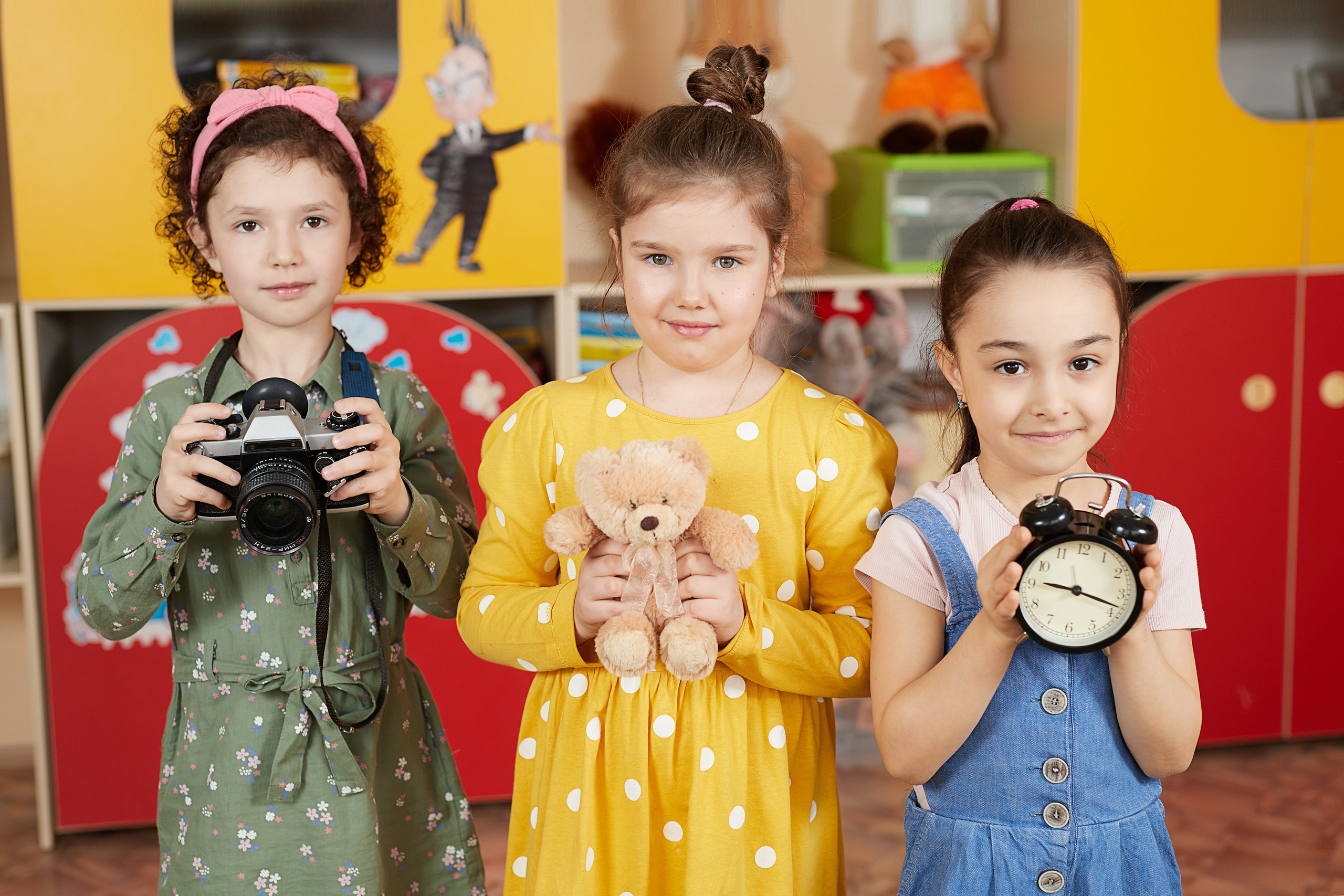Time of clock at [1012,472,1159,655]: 9:18
